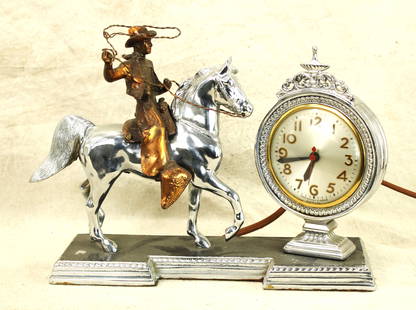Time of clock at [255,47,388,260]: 6:43
